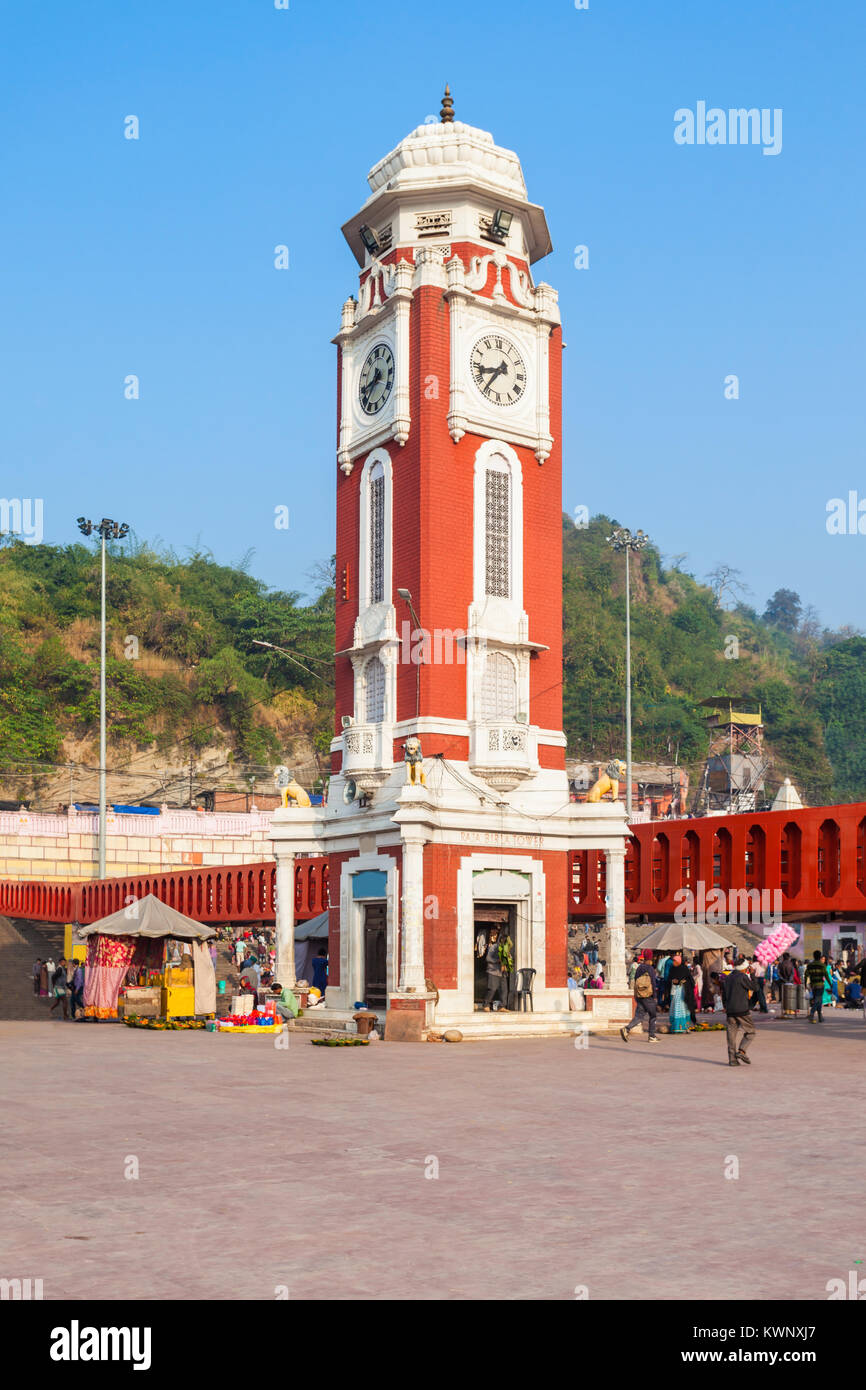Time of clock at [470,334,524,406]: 8:36
